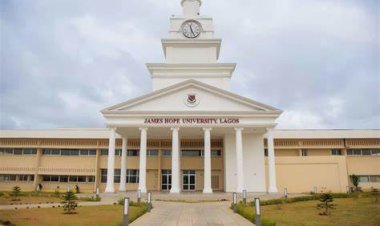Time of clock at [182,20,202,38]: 11:25
